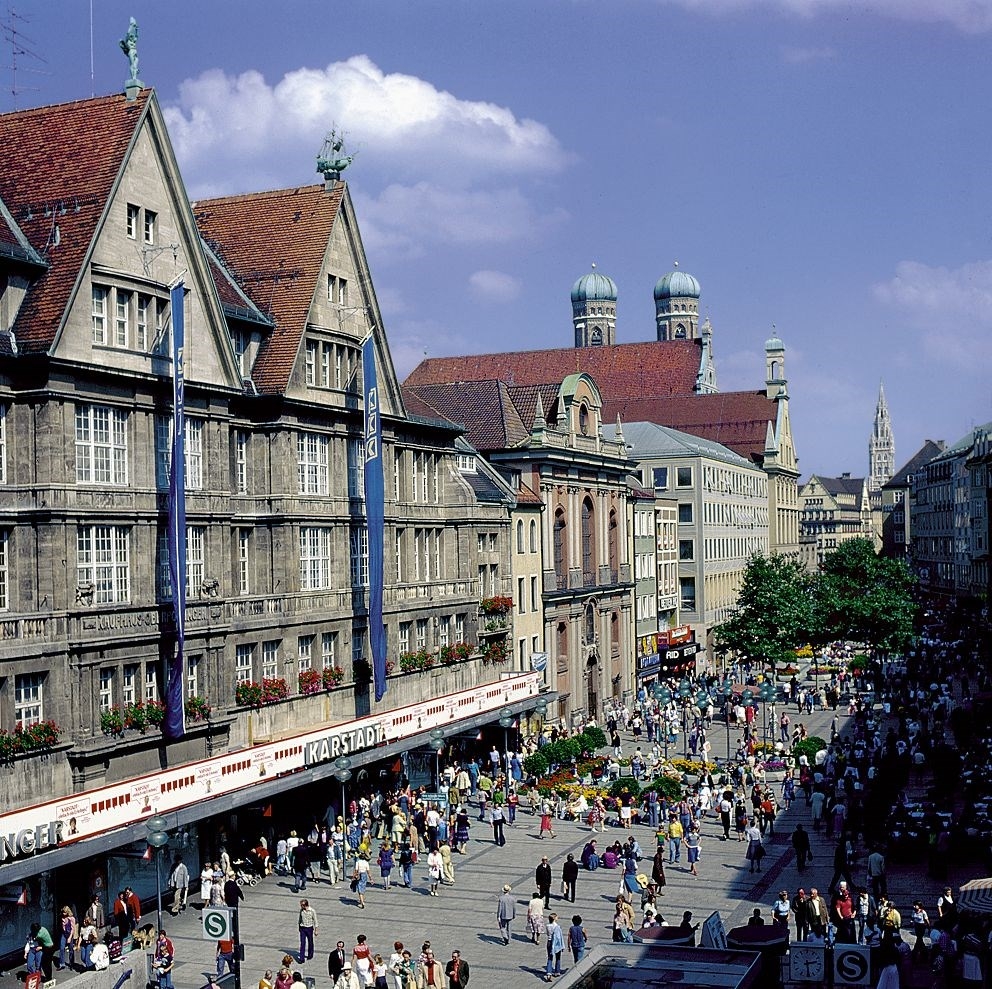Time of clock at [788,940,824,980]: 2:29
